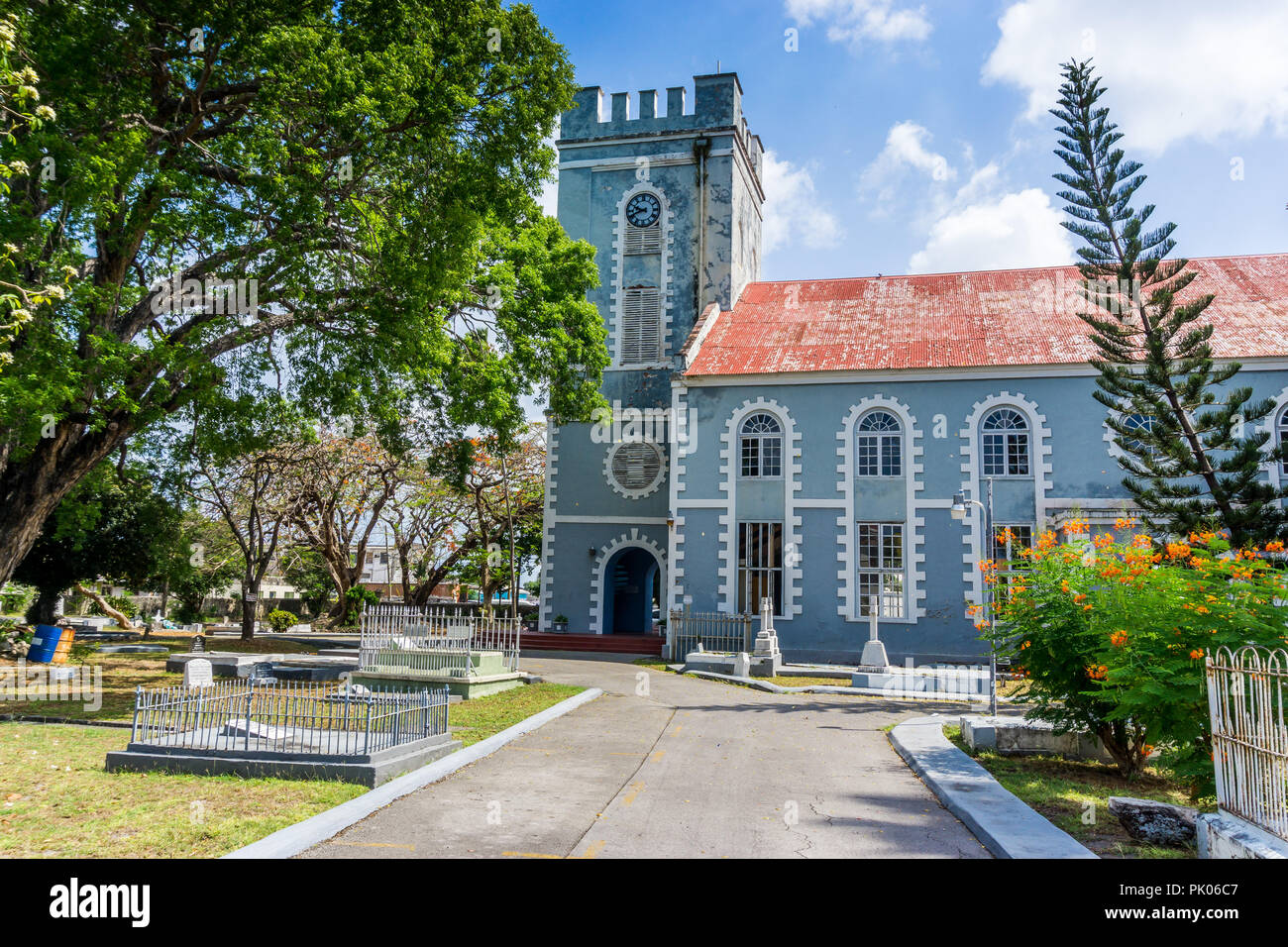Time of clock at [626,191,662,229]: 9:41
